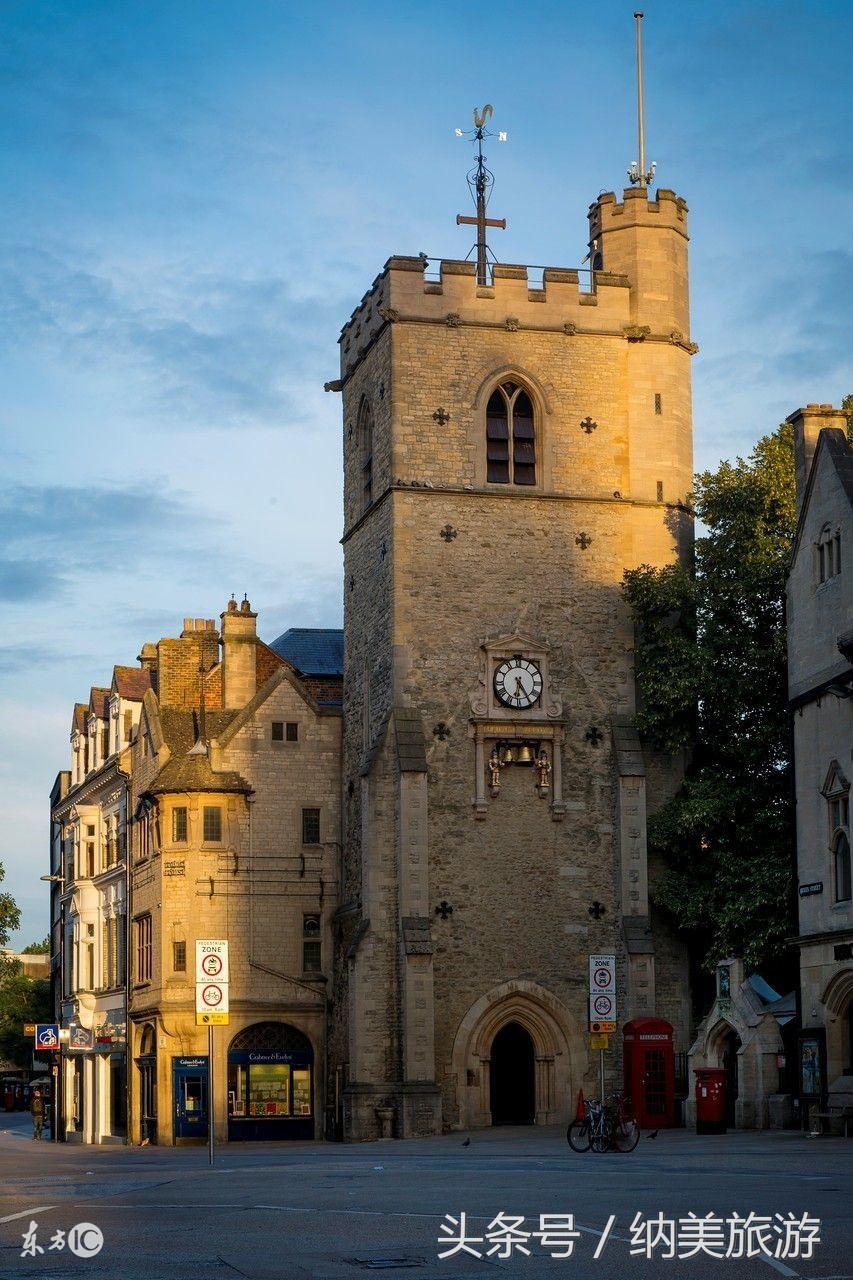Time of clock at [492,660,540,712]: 6:24
